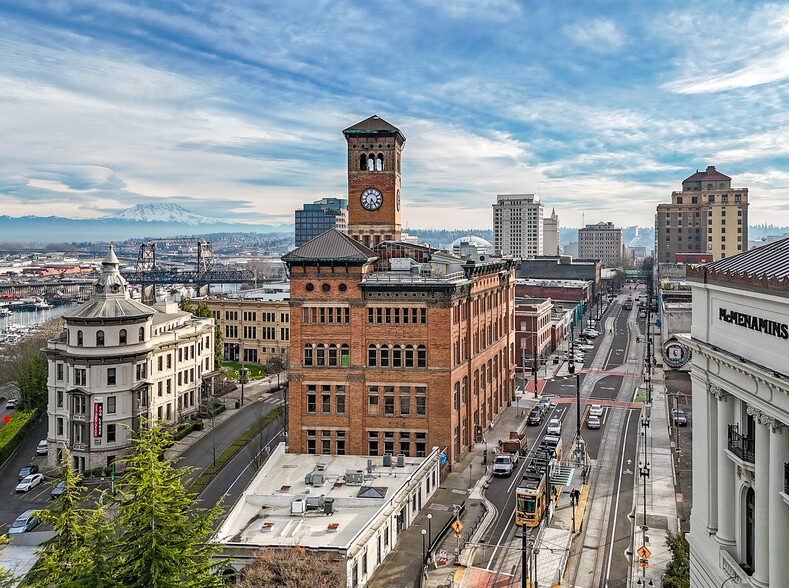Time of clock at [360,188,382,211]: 4:31
